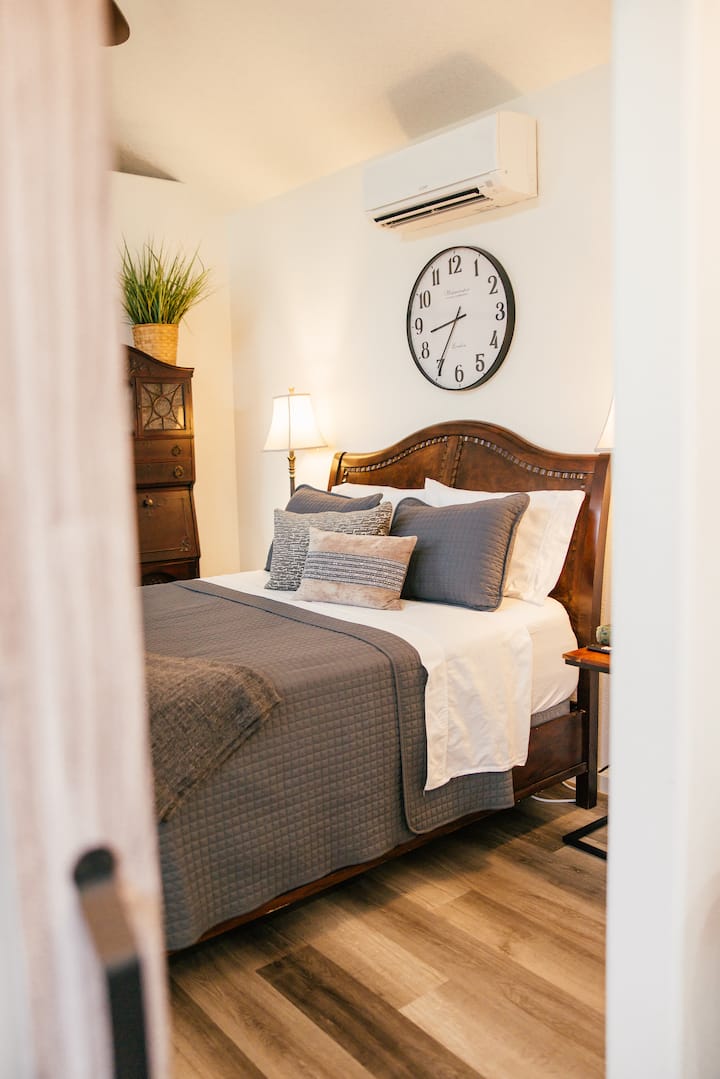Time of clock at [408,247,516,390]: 8:35
